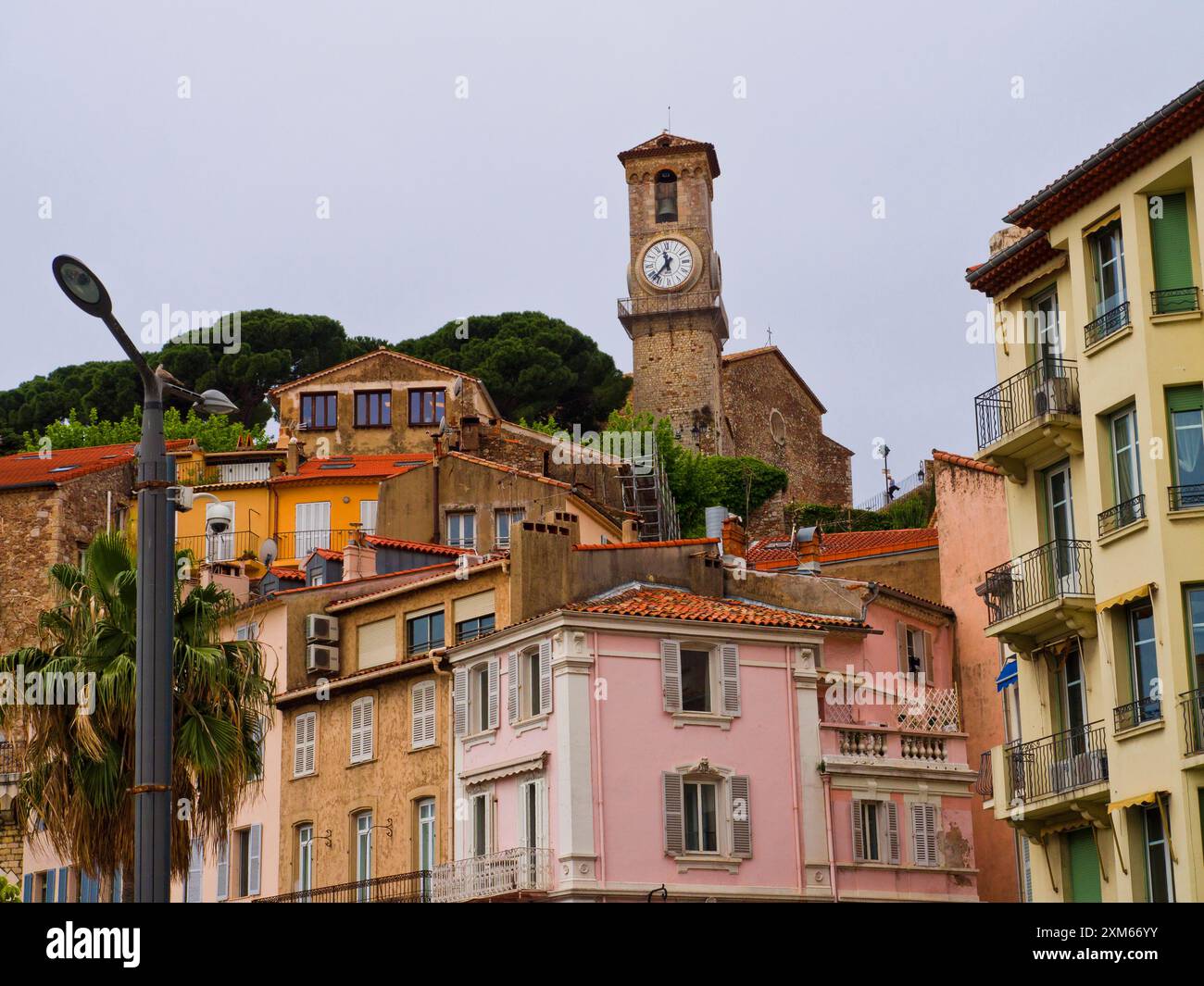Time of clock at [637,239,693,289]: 11:37
